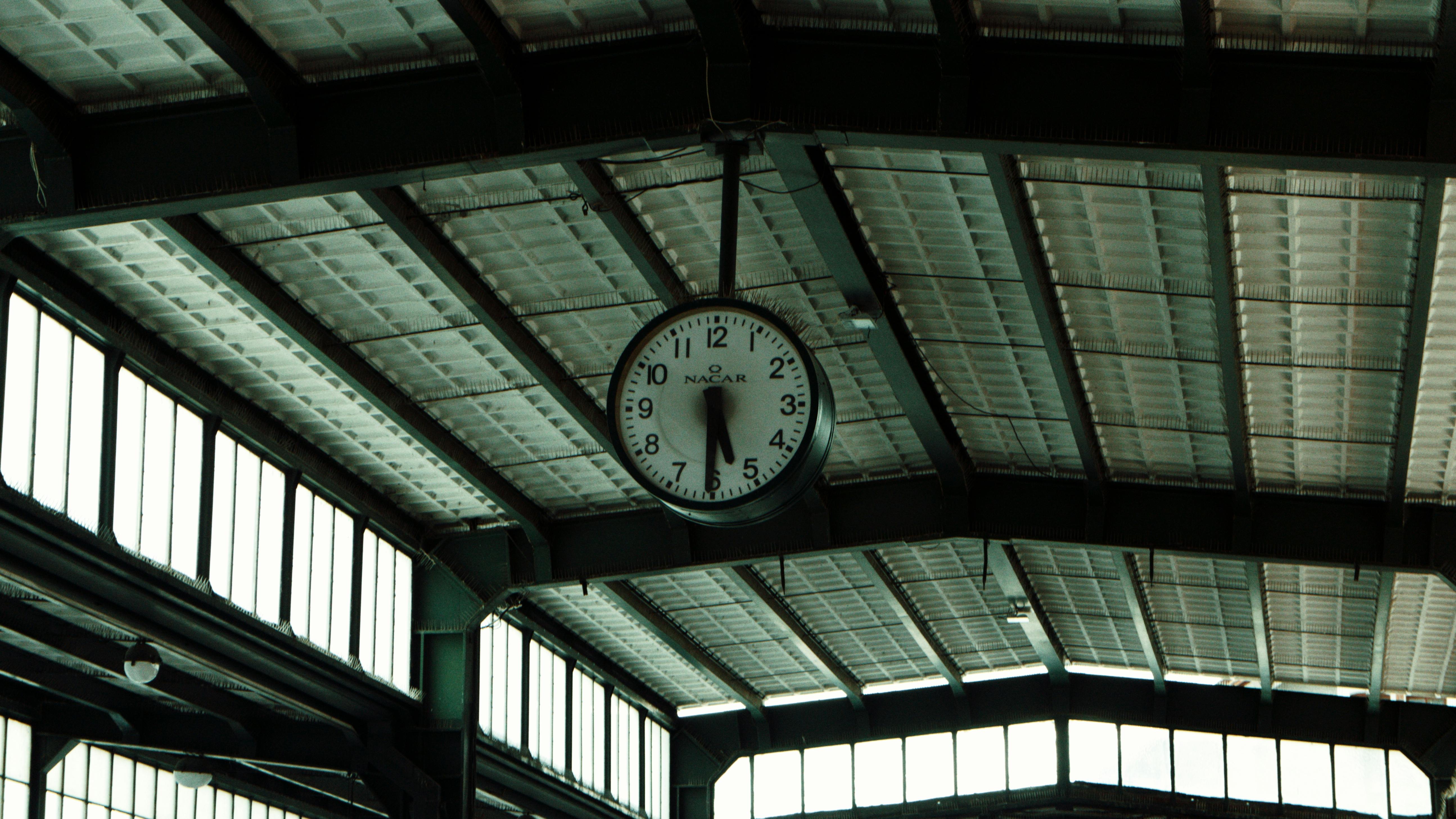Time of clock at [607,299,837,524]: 5:30
